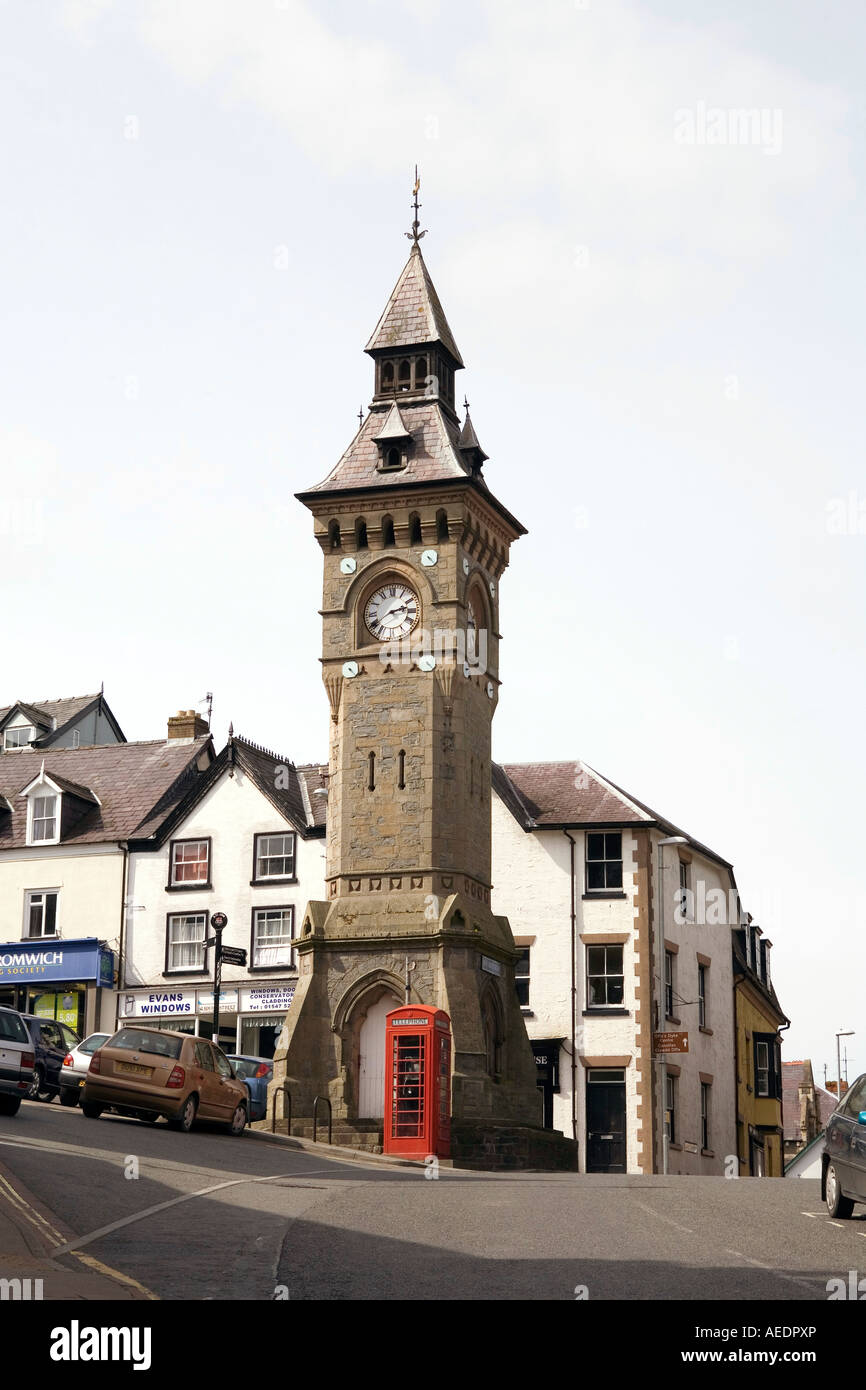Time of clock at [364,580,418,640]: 2:39
